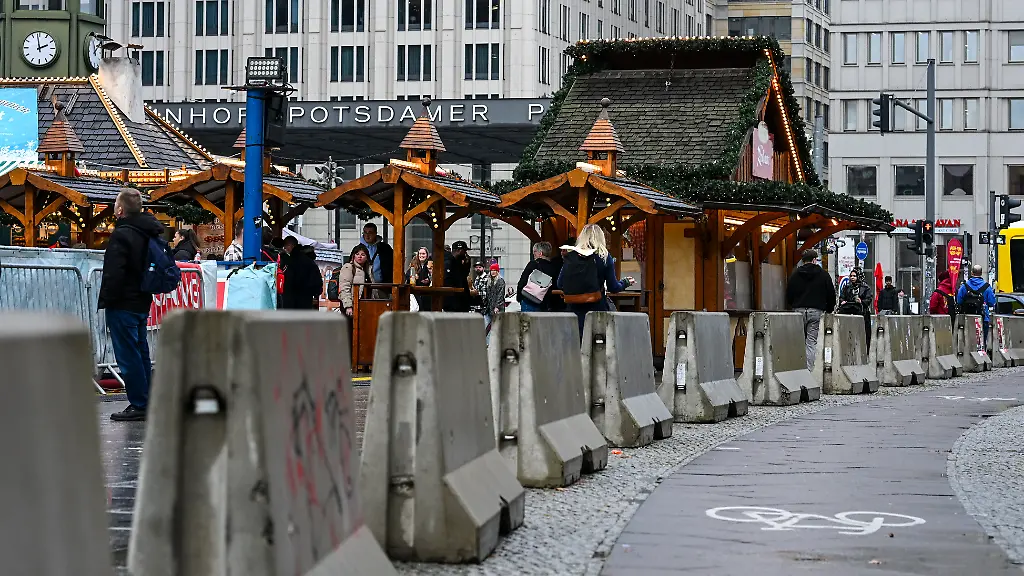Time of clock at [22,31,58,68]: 1:58
